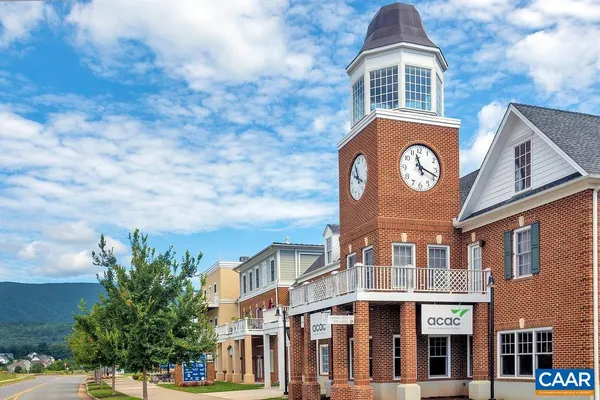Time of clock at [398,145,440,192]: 11:18
